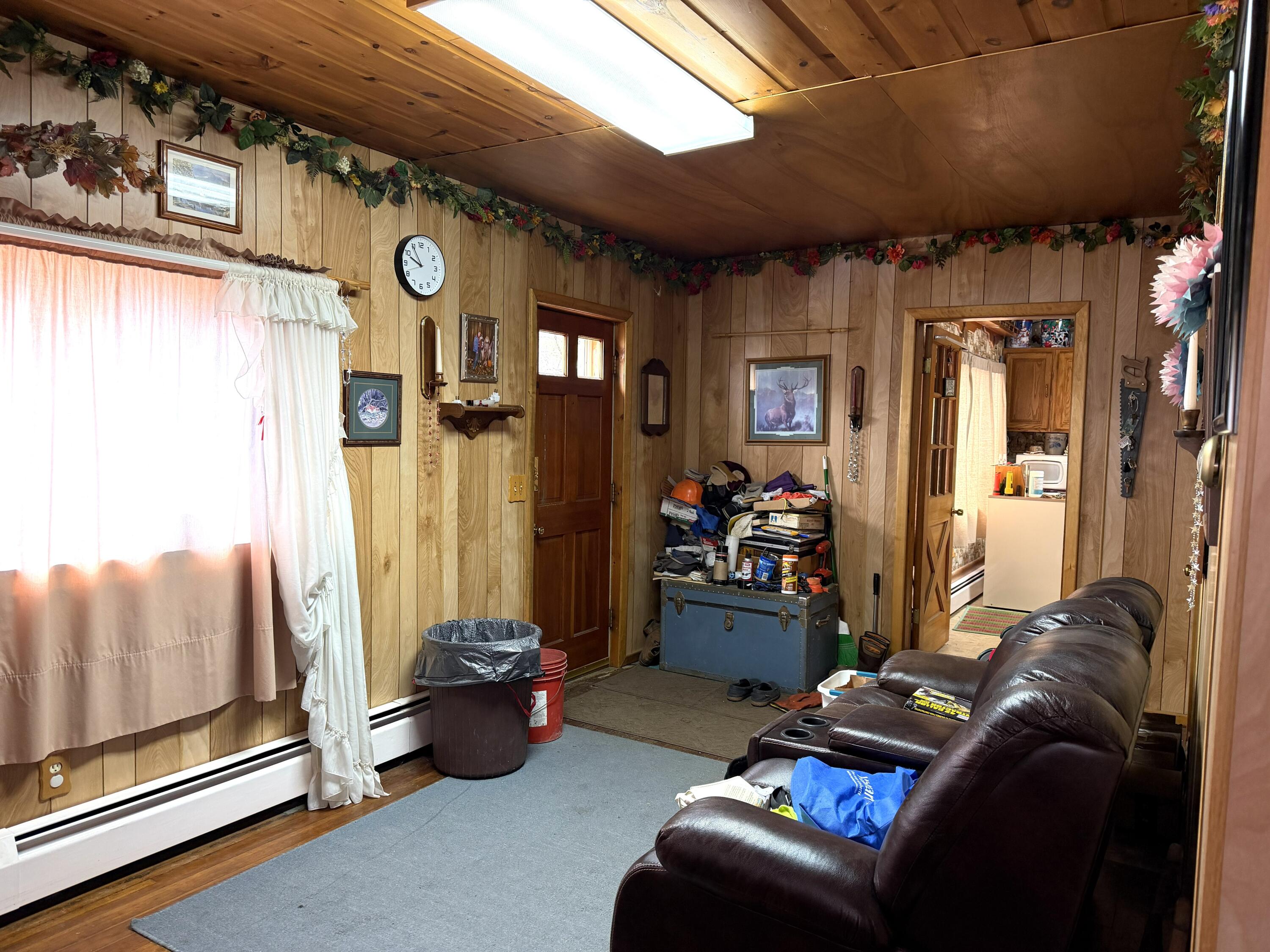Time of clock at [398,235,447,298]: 9:54
